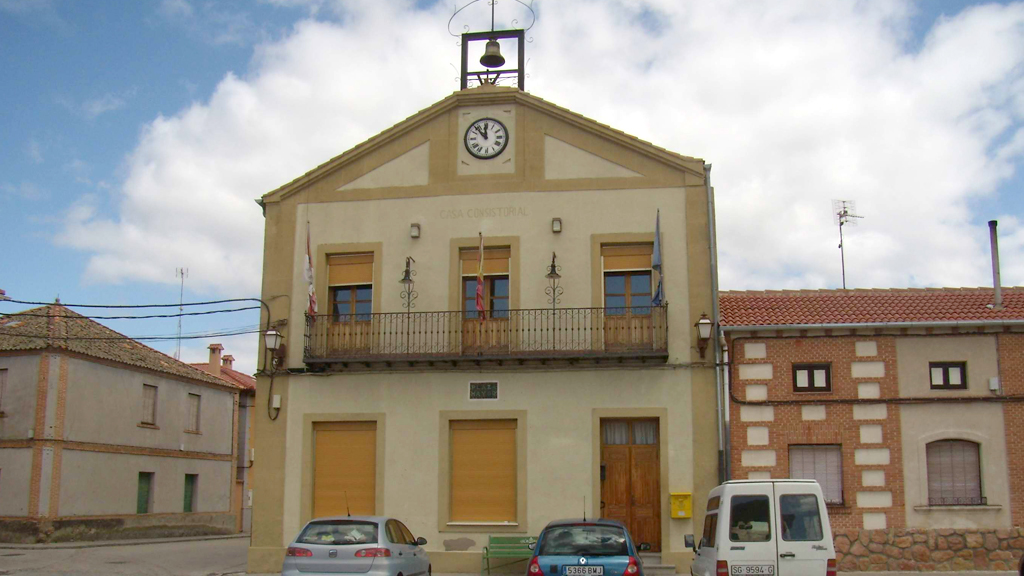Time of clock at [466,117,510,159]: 11:53
